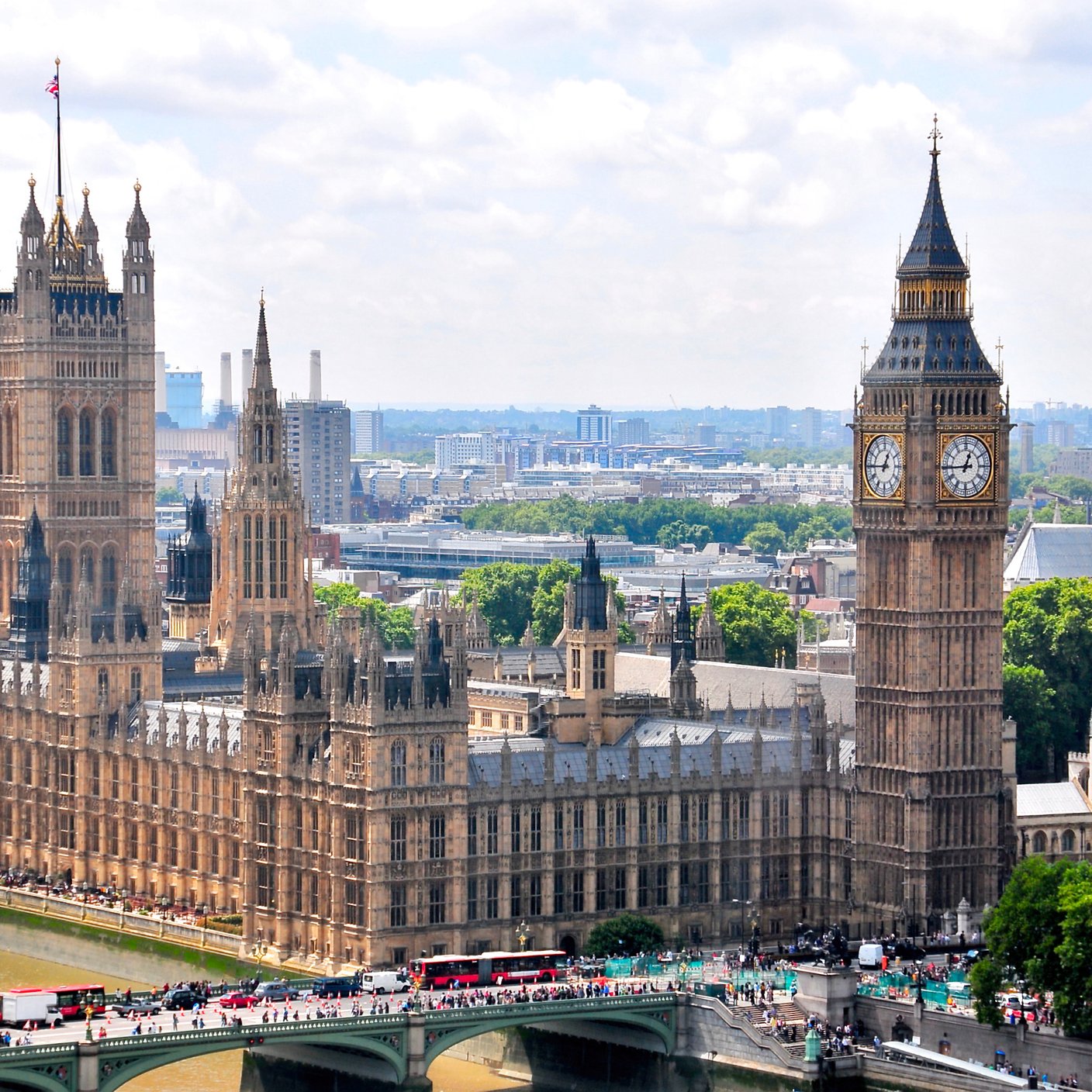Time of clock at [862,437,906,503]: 12:45
